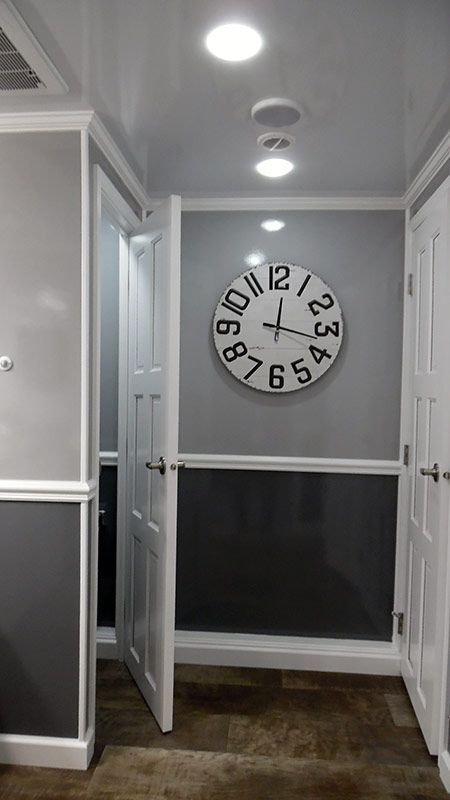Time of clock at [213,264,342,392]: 12:17
